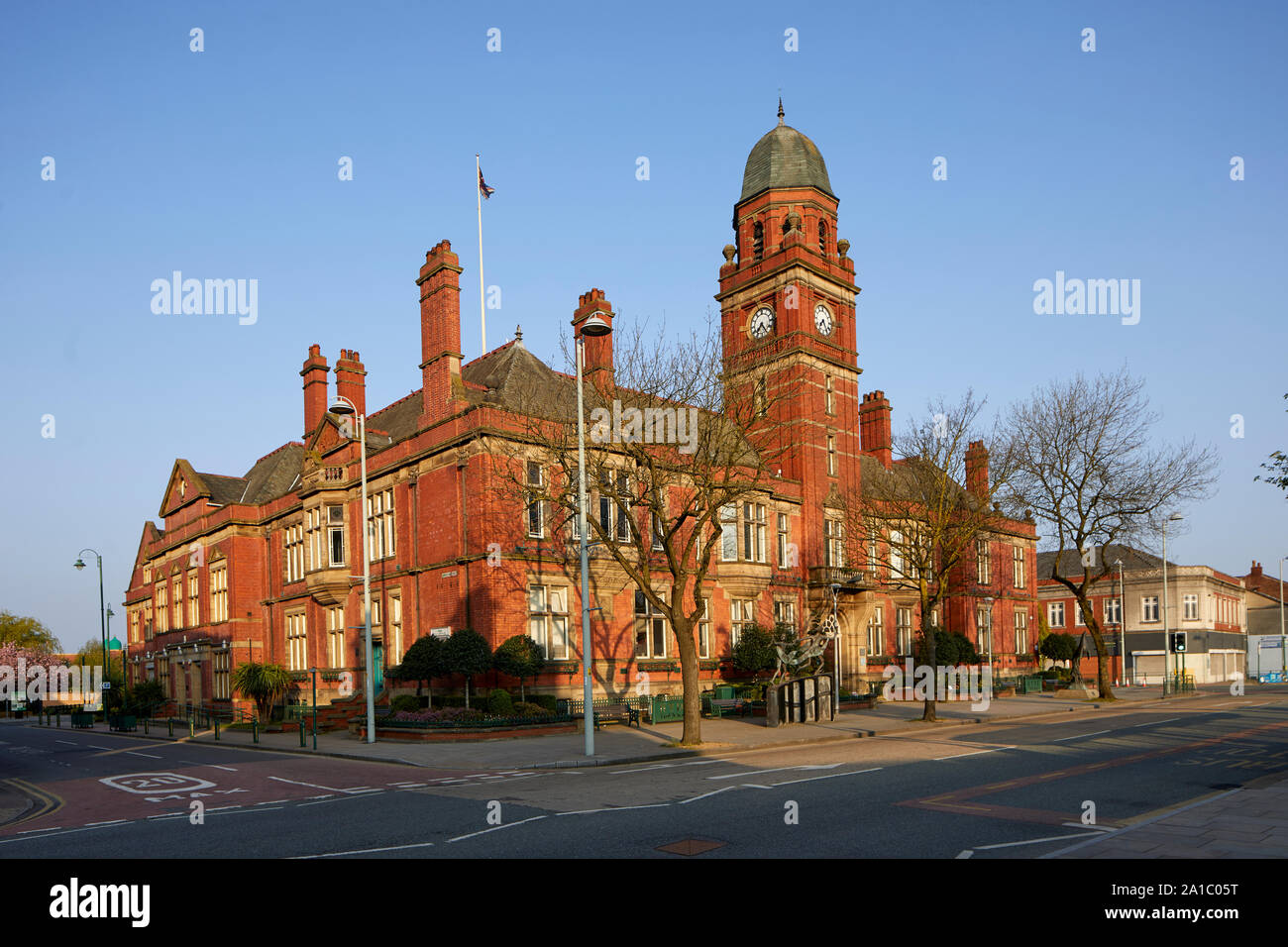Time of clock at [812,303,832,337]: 7:24
